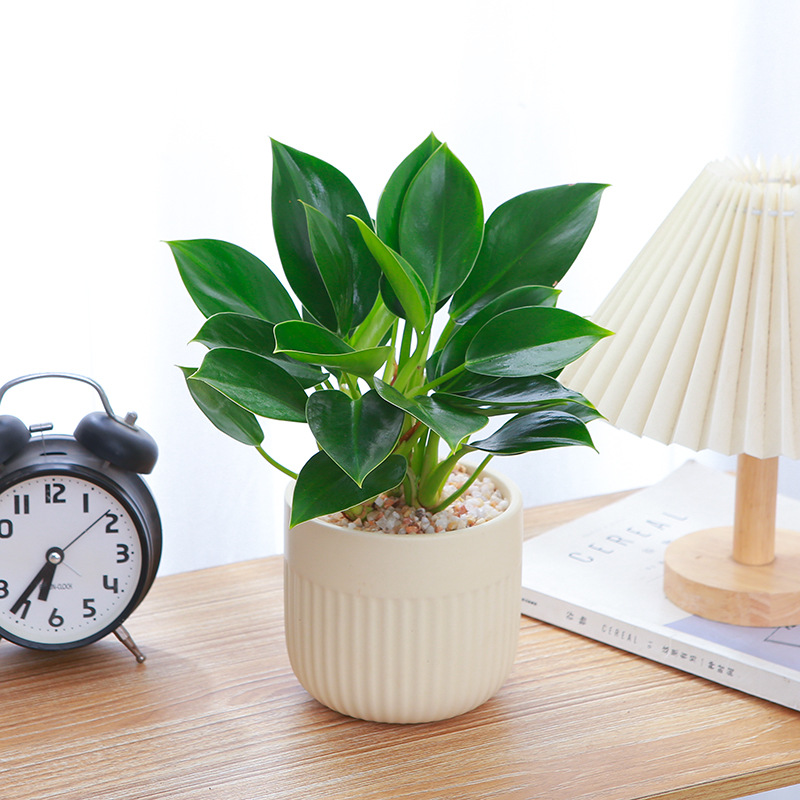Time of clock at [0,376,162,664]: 6:36
